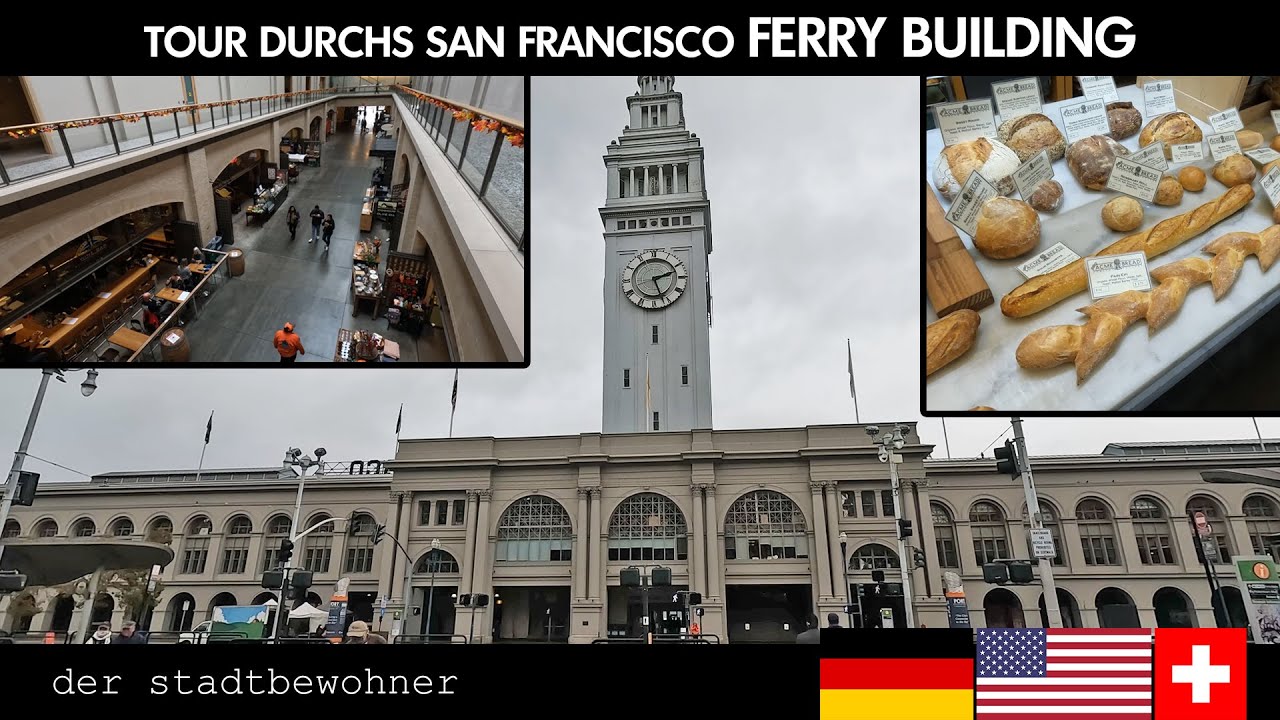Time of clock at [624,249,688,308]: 2:26
